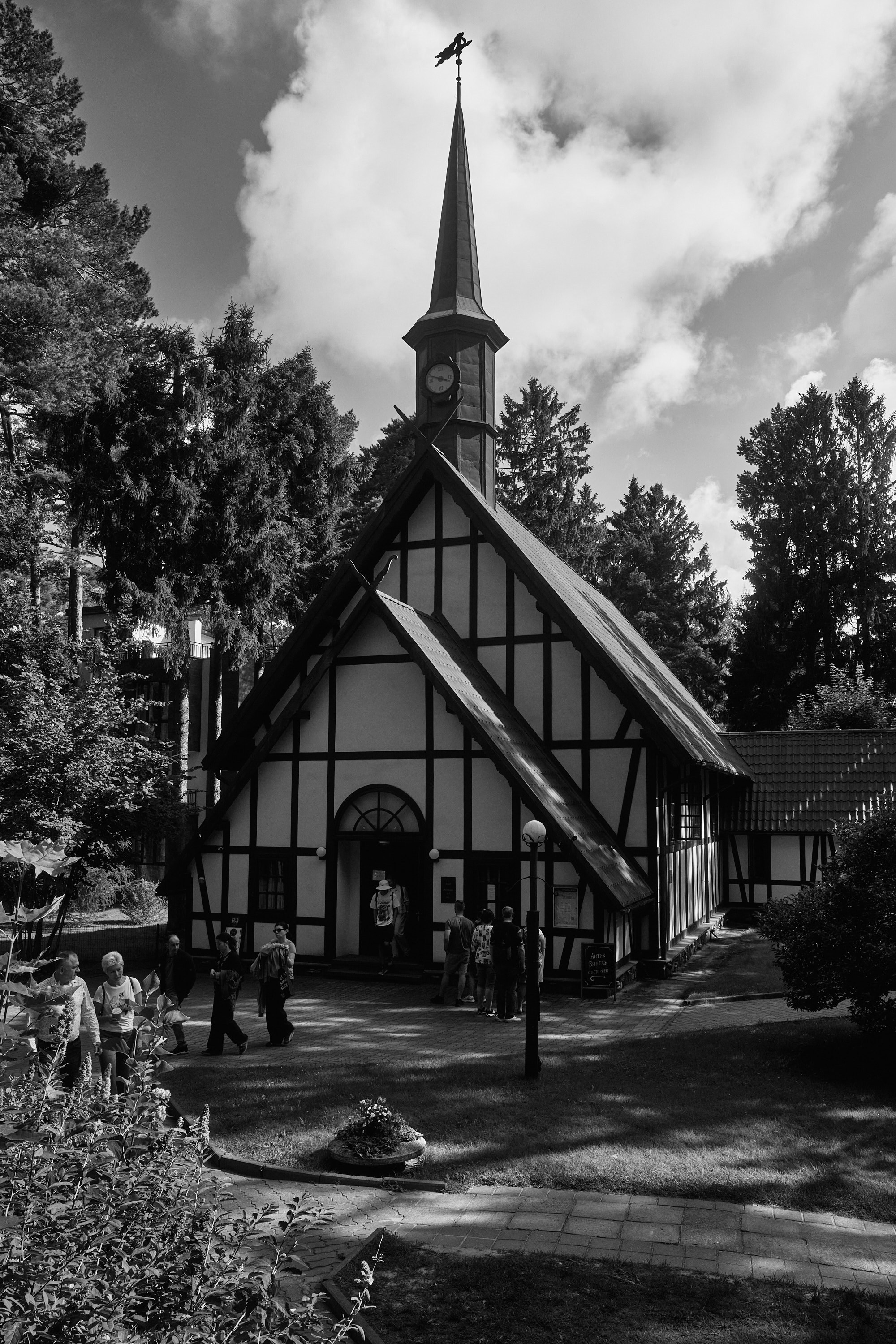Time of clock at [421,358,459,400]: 3:48
